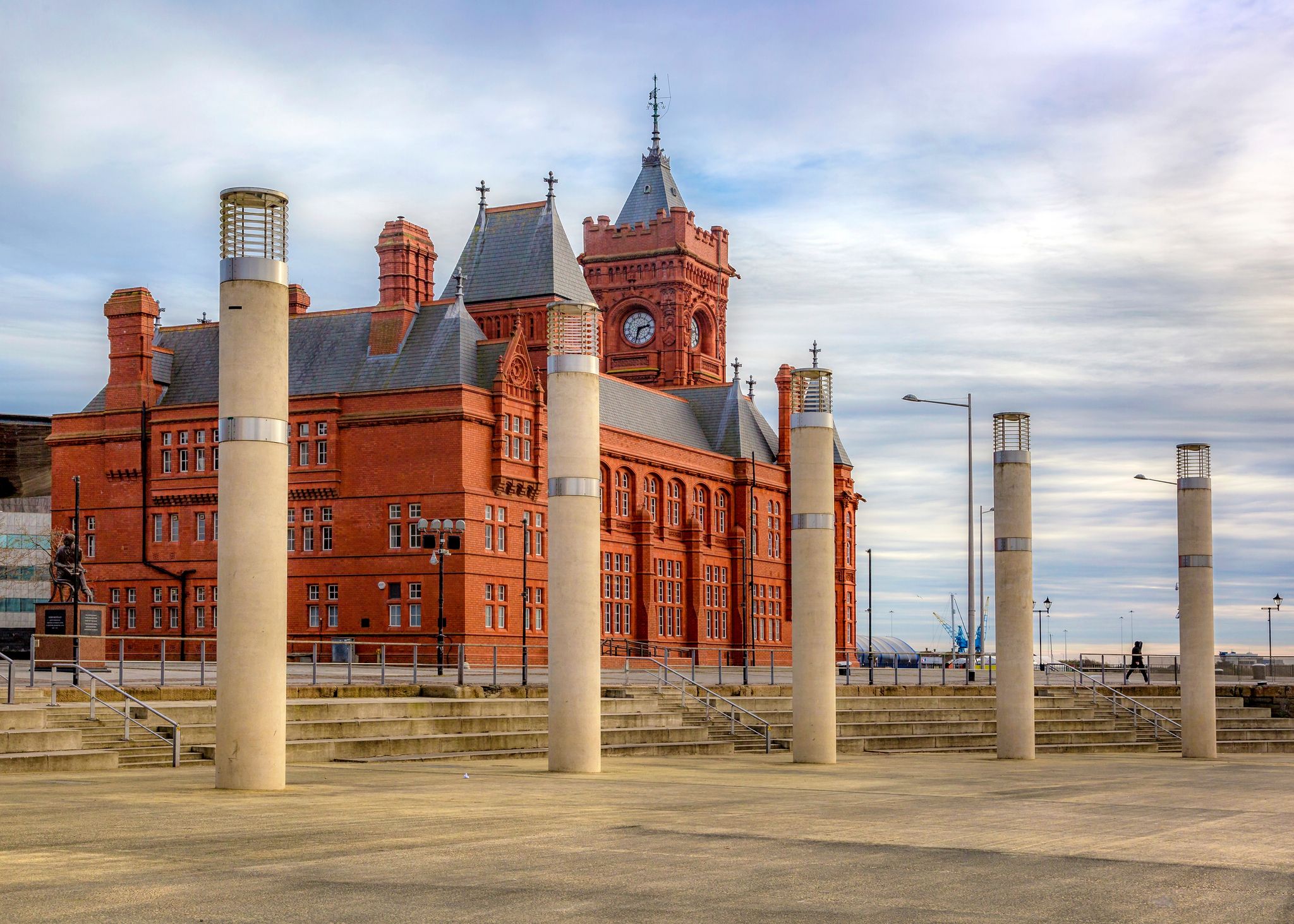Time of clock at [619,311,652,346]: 2:32
